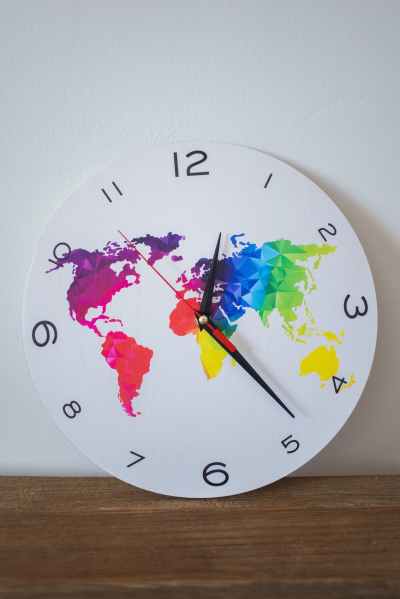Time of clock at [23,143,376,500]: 12:23
